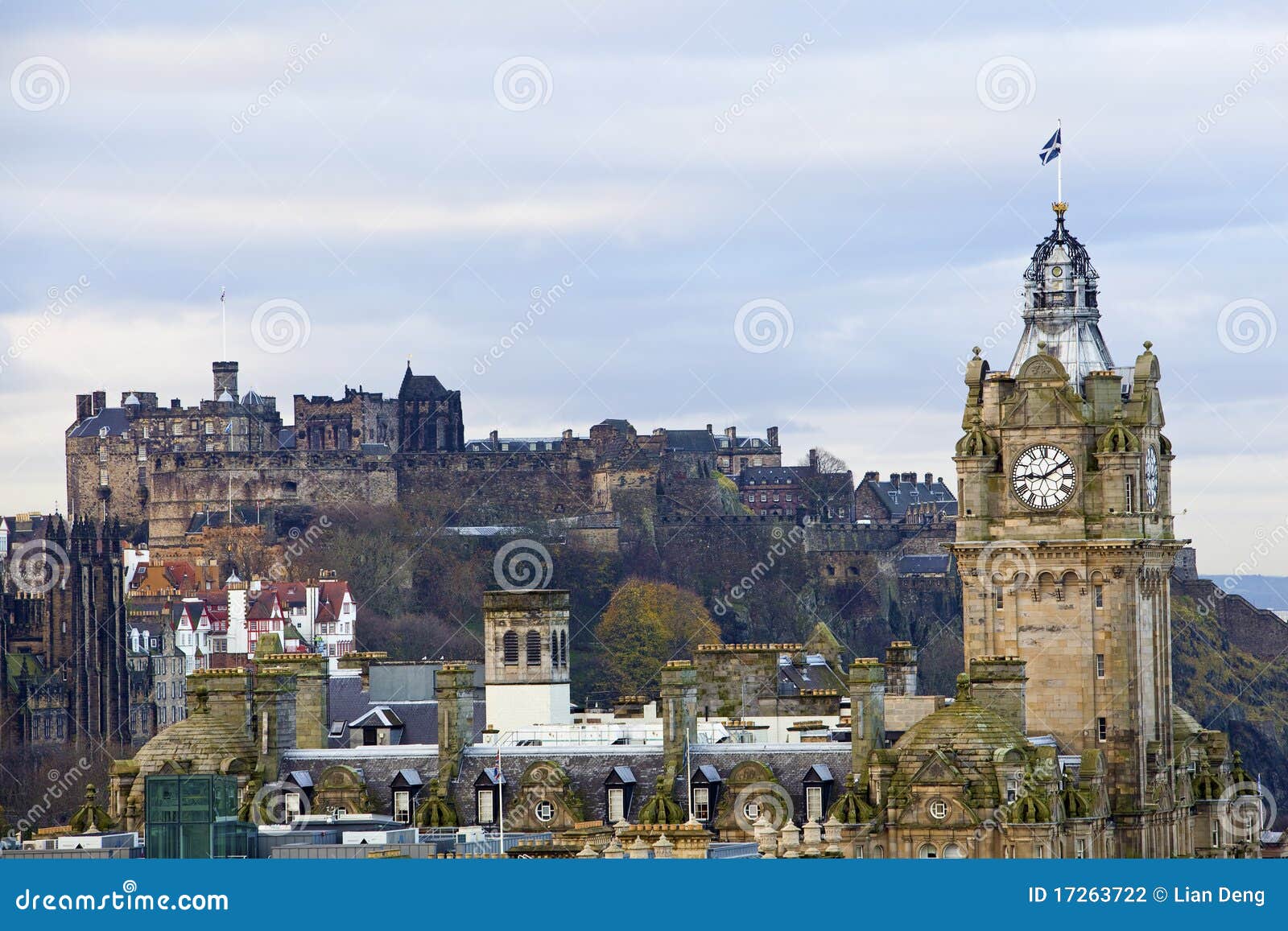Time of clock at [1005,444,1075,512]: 9:09
